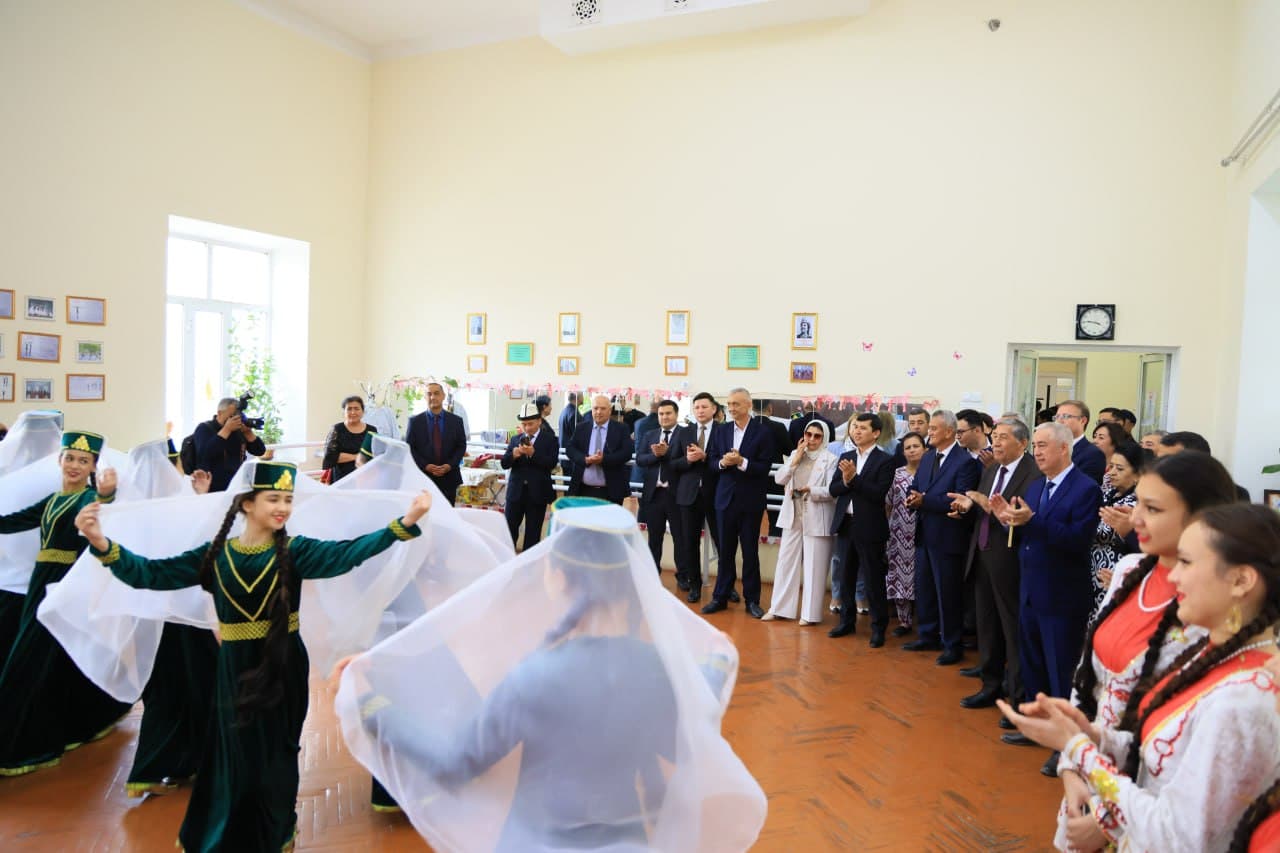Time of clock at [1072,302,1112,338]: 3:46
